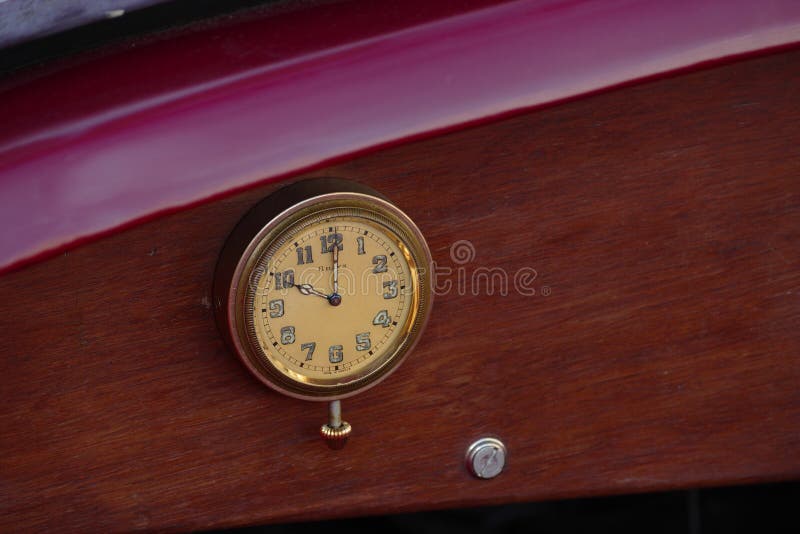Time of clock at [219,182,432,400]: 10:00
